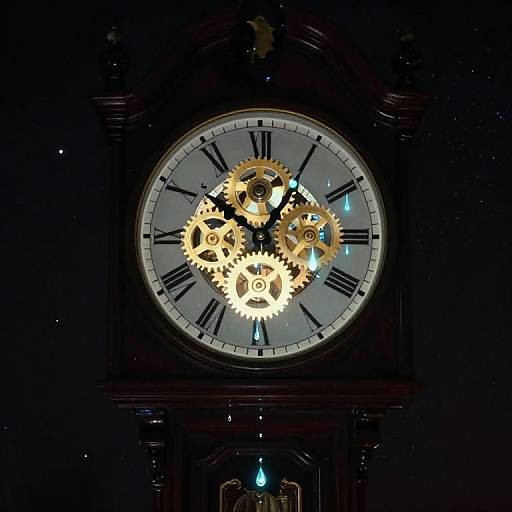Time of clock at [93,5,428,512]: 12:51
